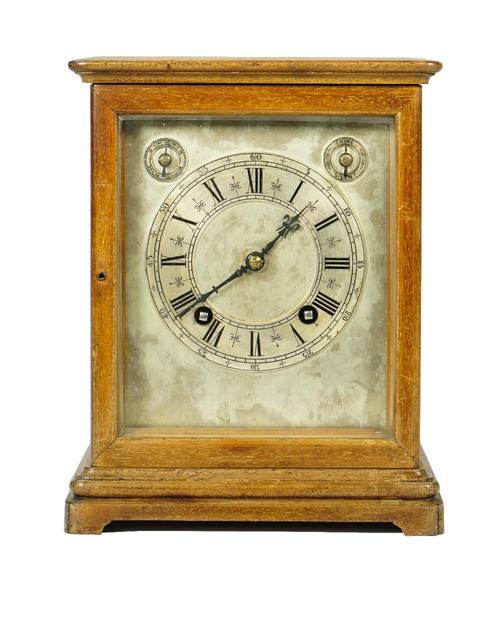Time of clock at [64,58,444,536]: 1:39
